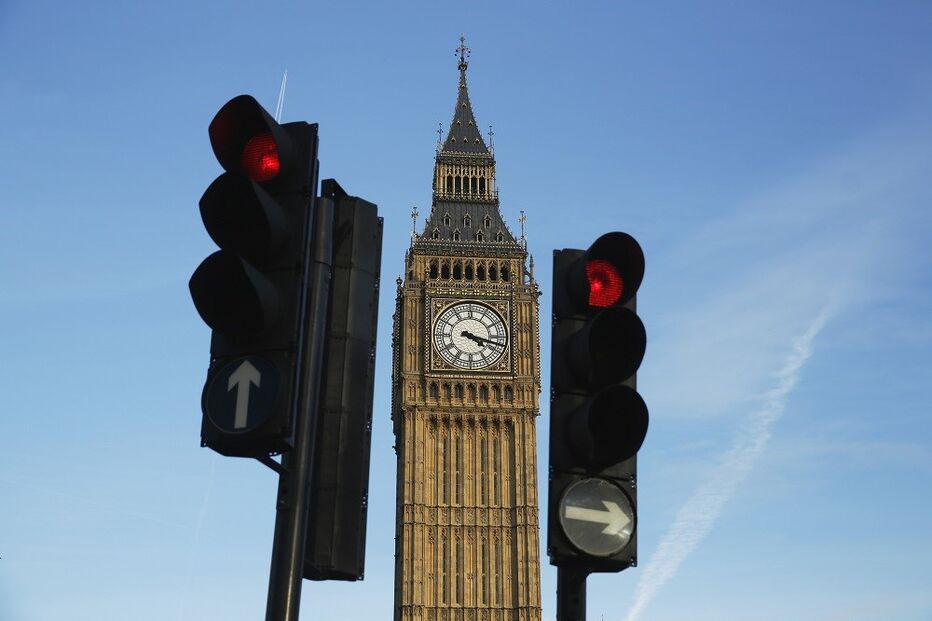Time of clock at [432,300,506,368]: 4:17
